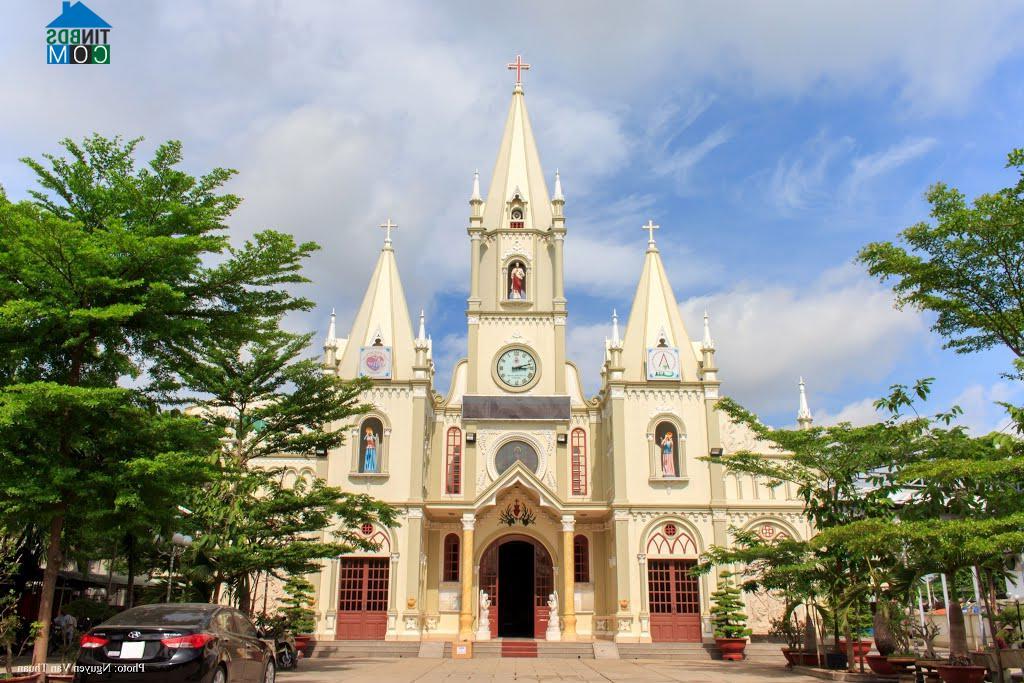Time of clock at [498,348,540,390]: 3:12
